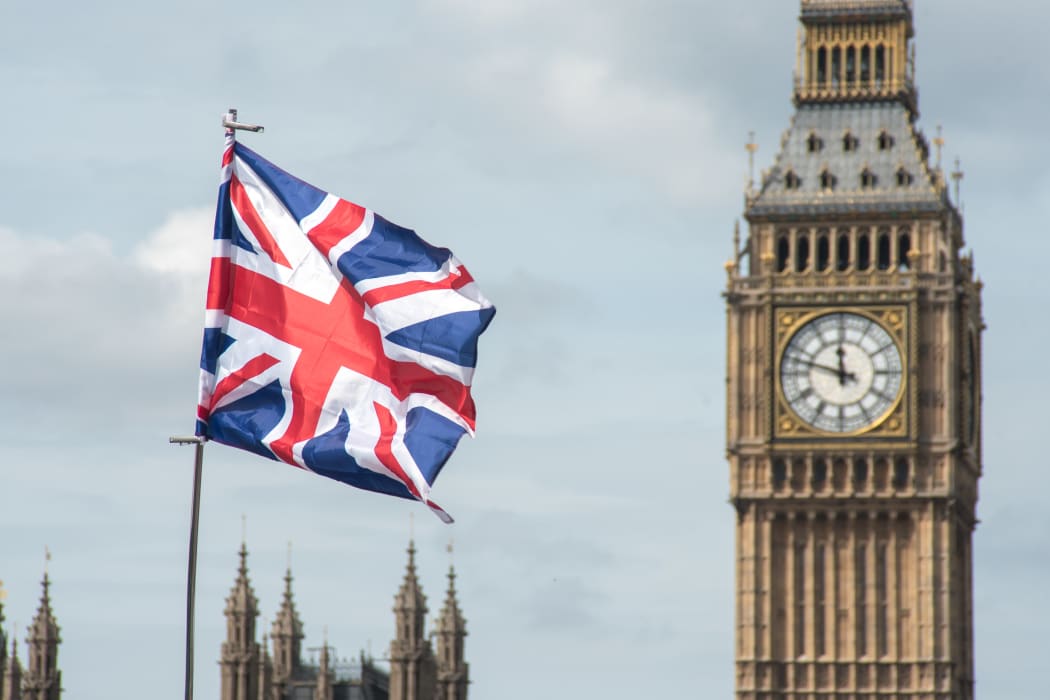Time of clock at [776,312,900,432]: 11:47
